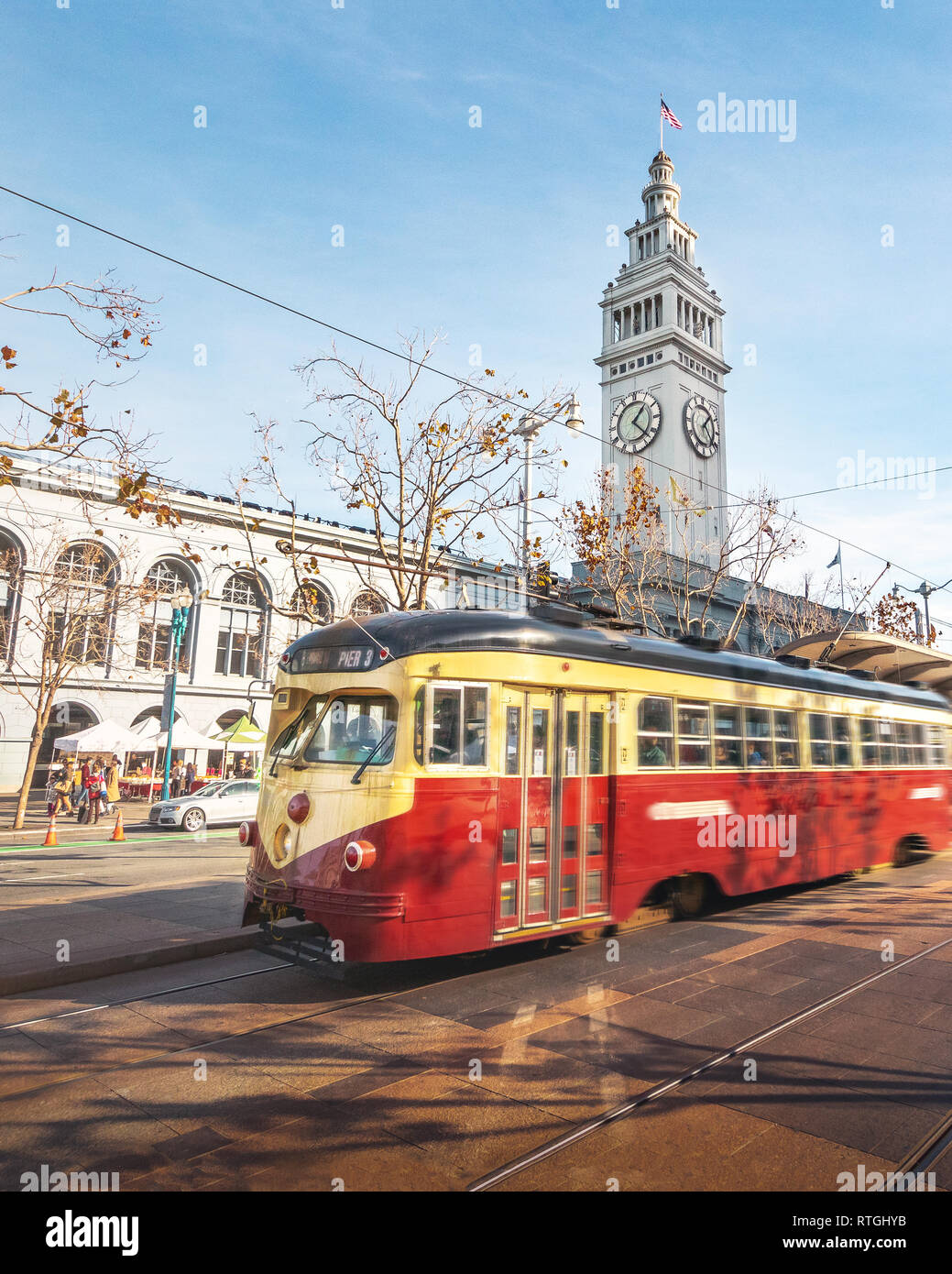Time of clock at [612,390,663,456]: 1:22
